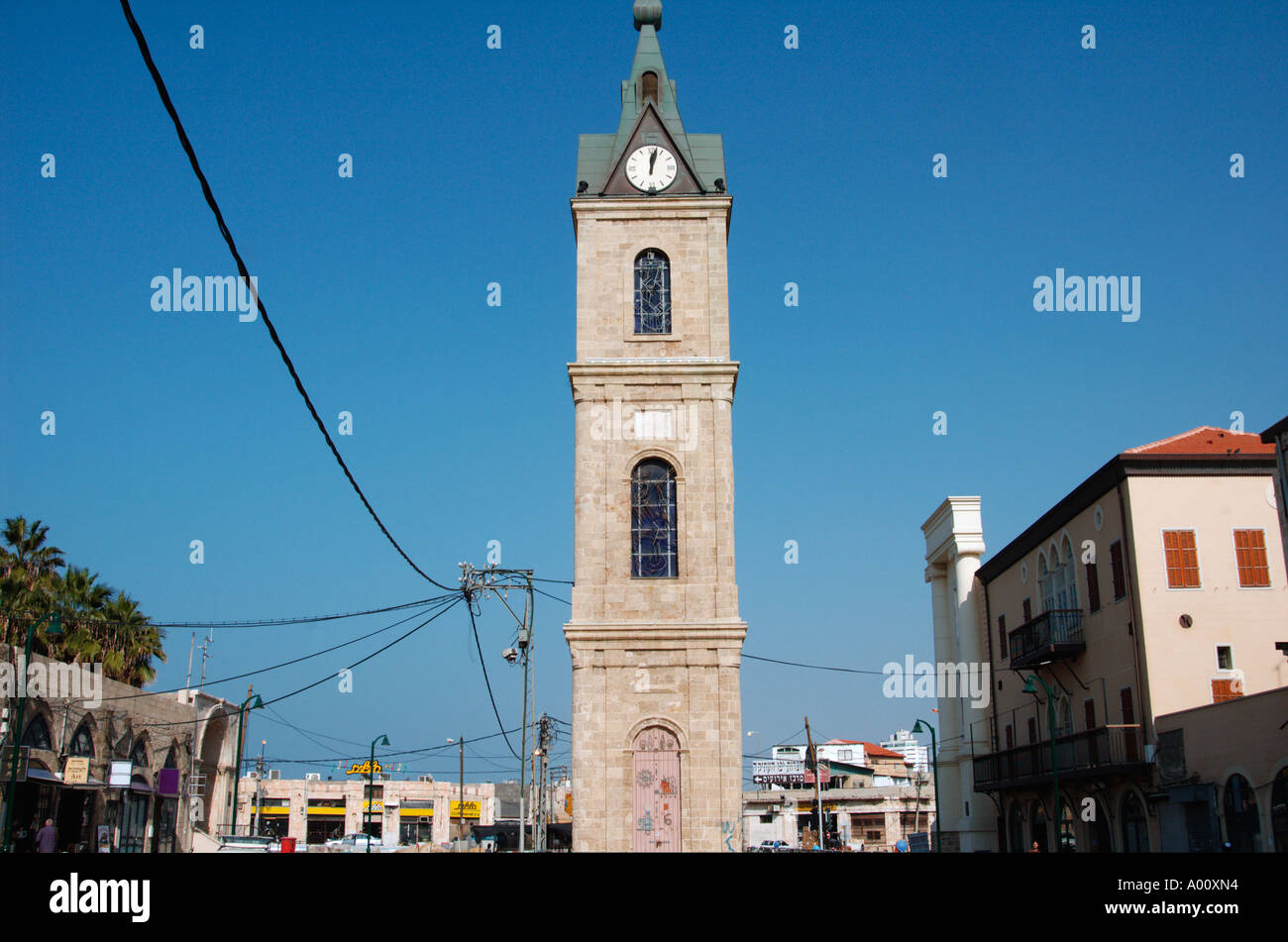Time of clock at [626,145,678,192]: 12:02
